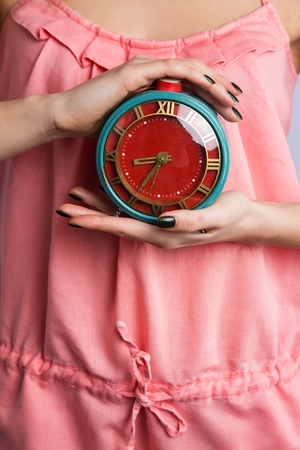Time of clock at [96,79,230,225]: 8:35
